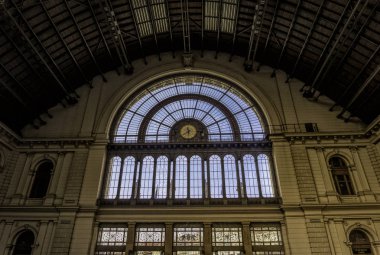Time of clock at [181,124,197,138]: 11:39
